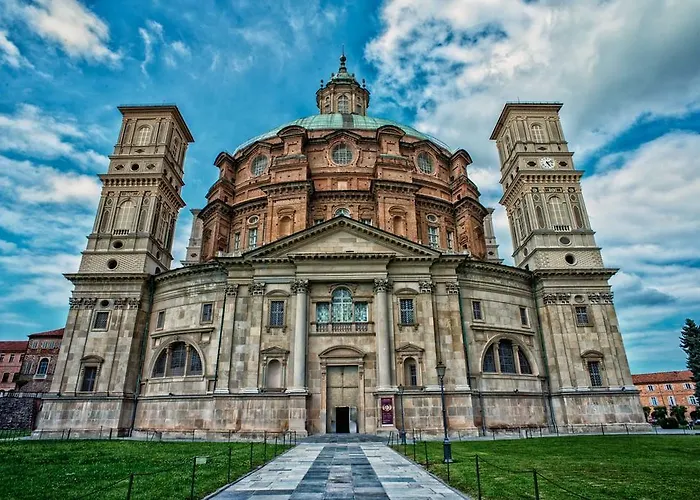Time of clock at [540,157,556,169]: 5:11
